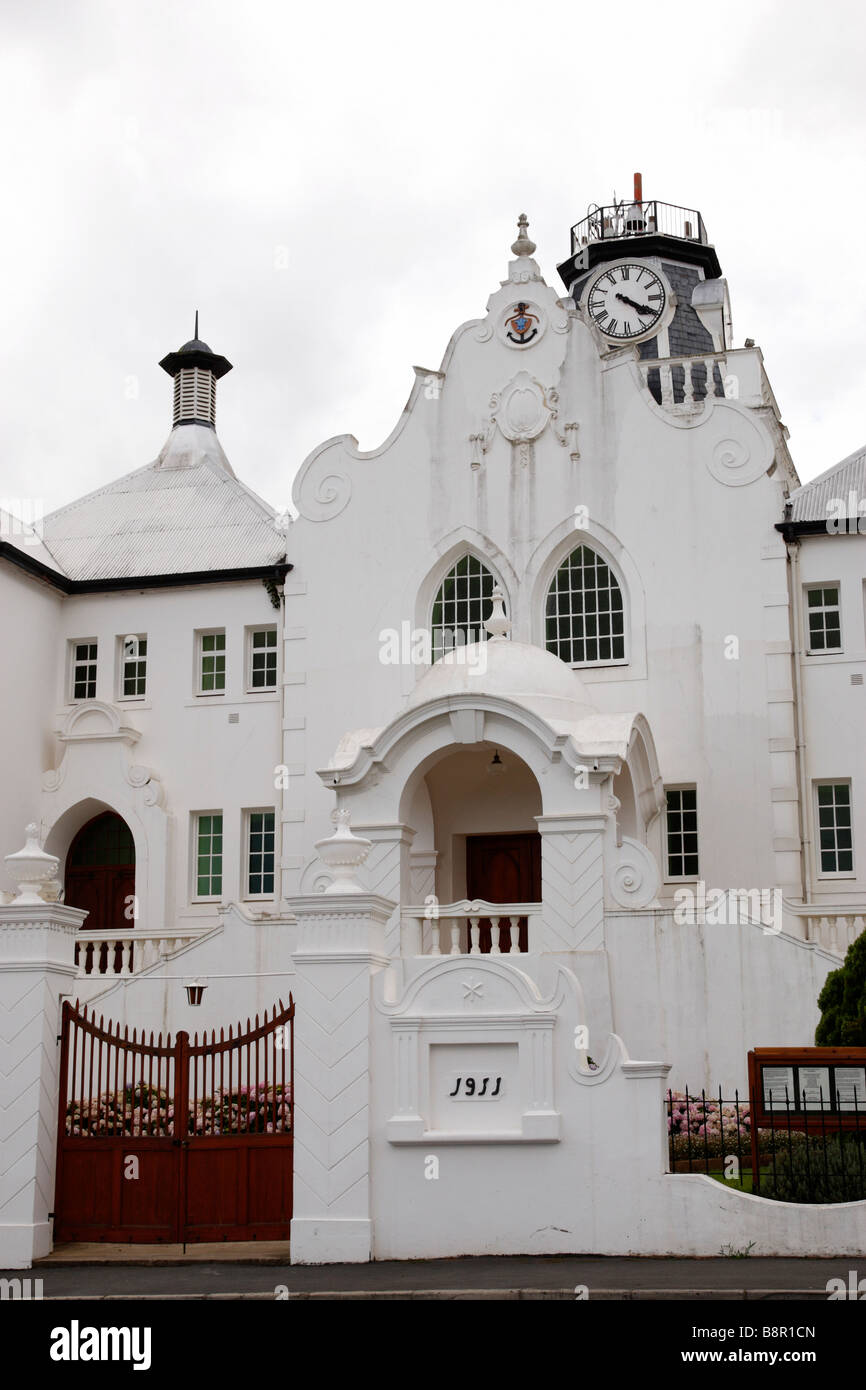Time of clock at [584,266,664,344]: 4:19
